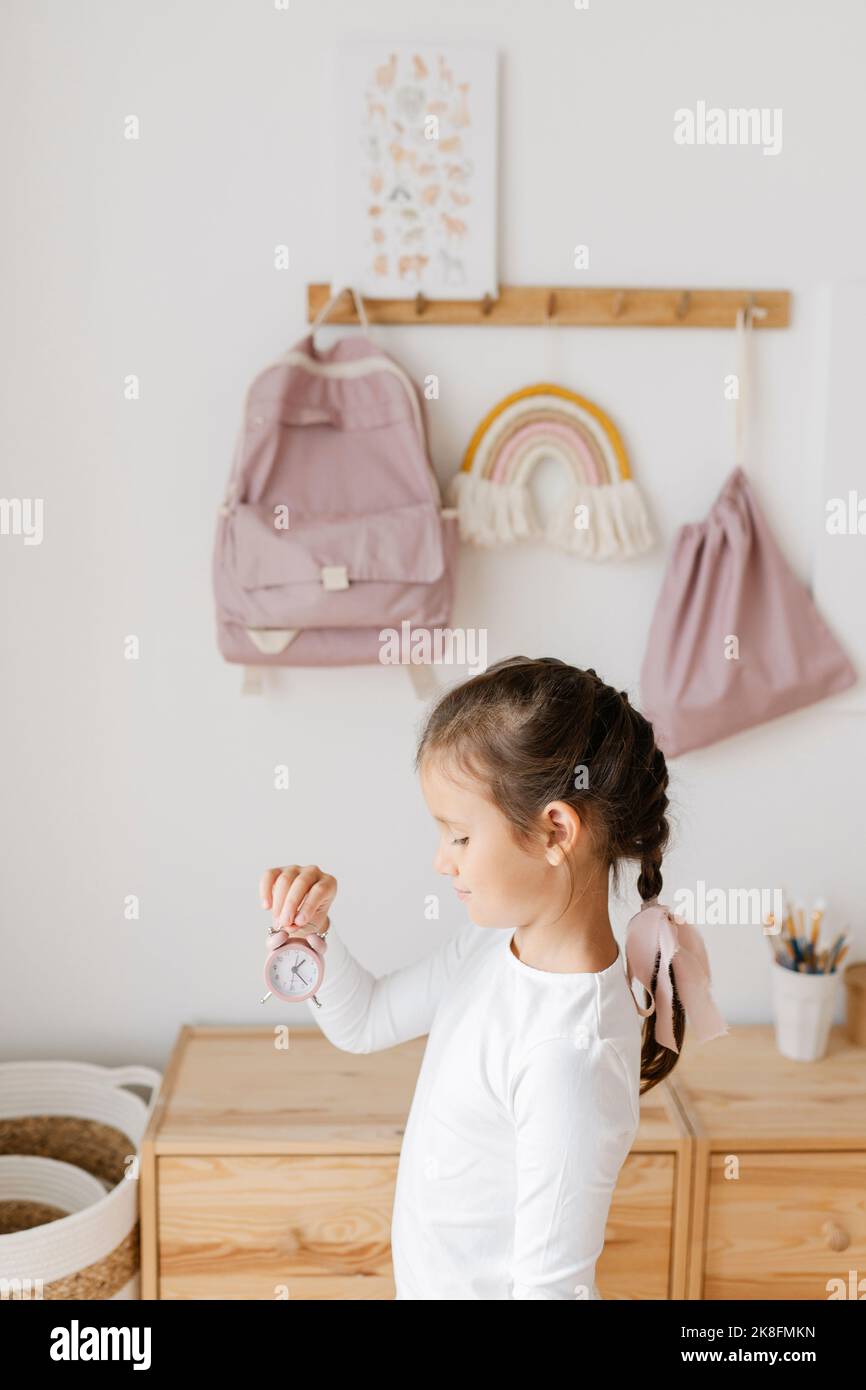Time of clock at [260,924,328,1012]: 1:22
